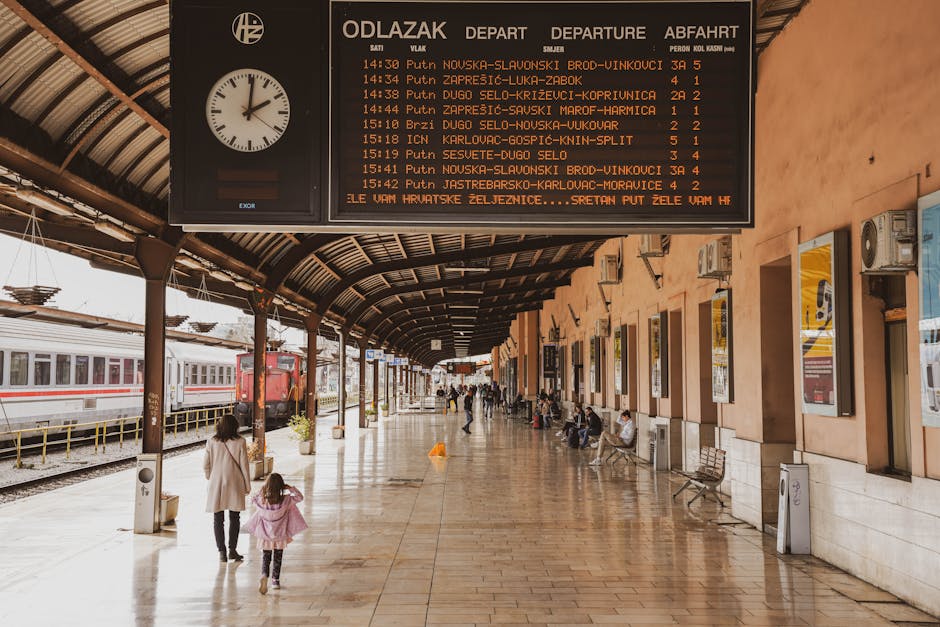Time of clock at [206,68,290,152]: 2:01
